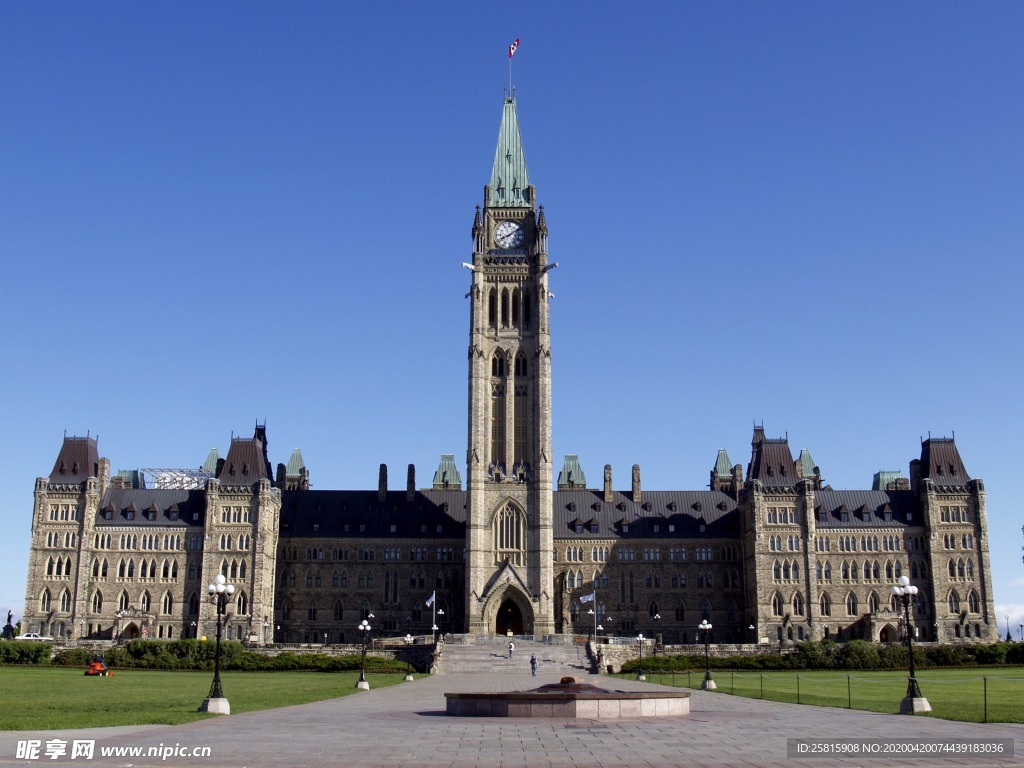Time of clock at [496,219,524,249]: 8:09
